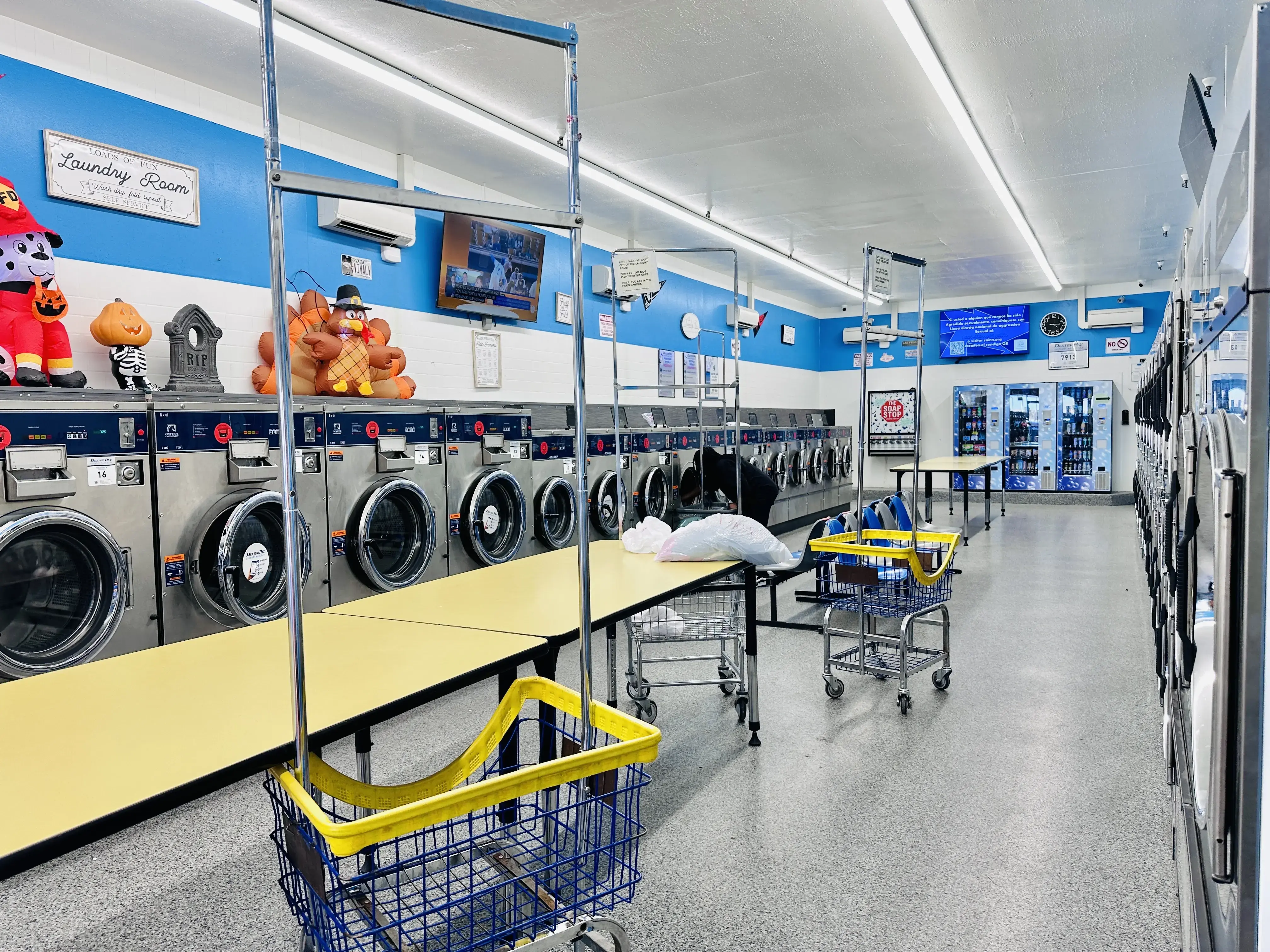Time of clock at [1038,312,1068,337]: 4:14
